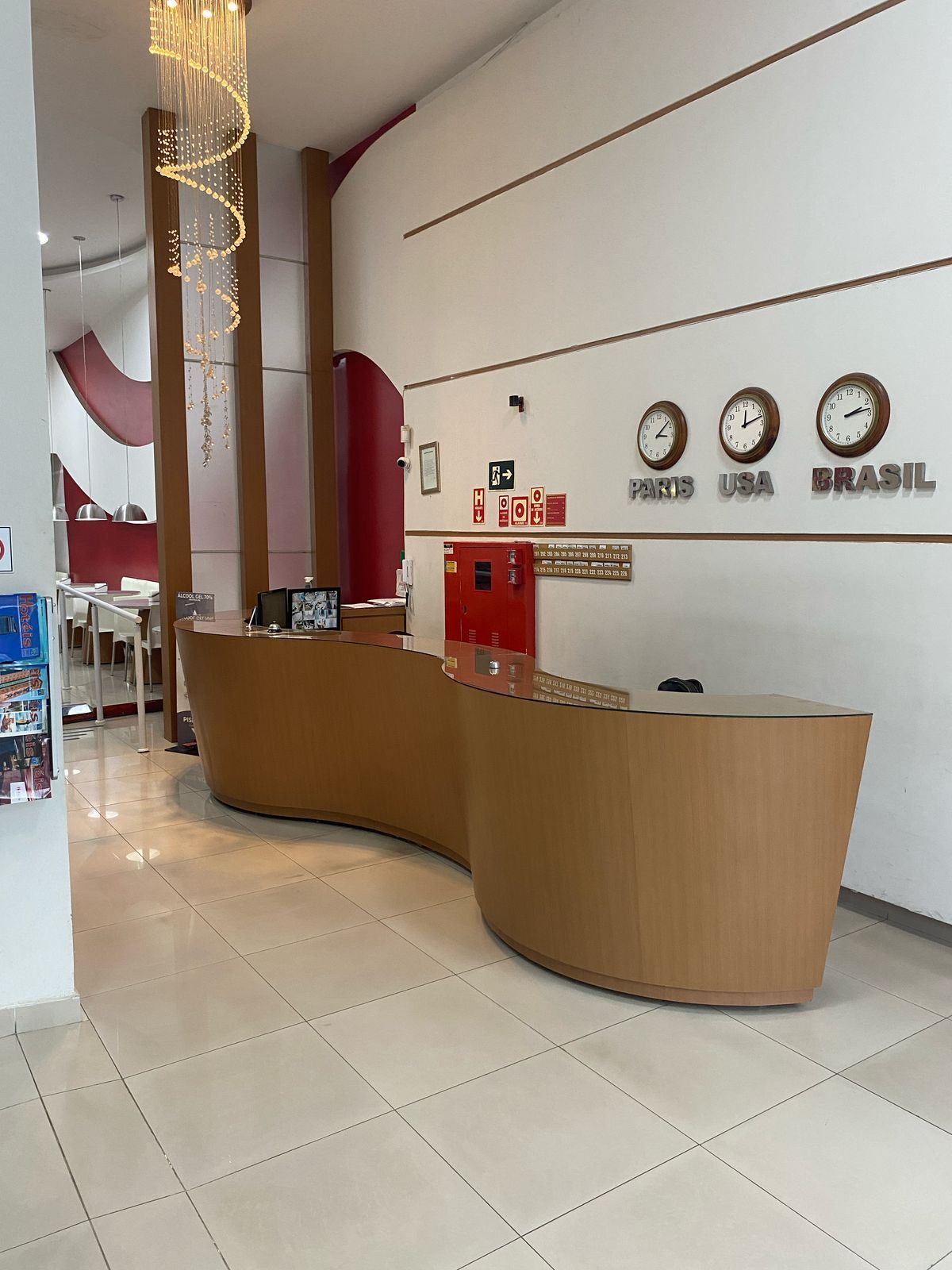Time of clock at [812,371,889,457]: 2:13
